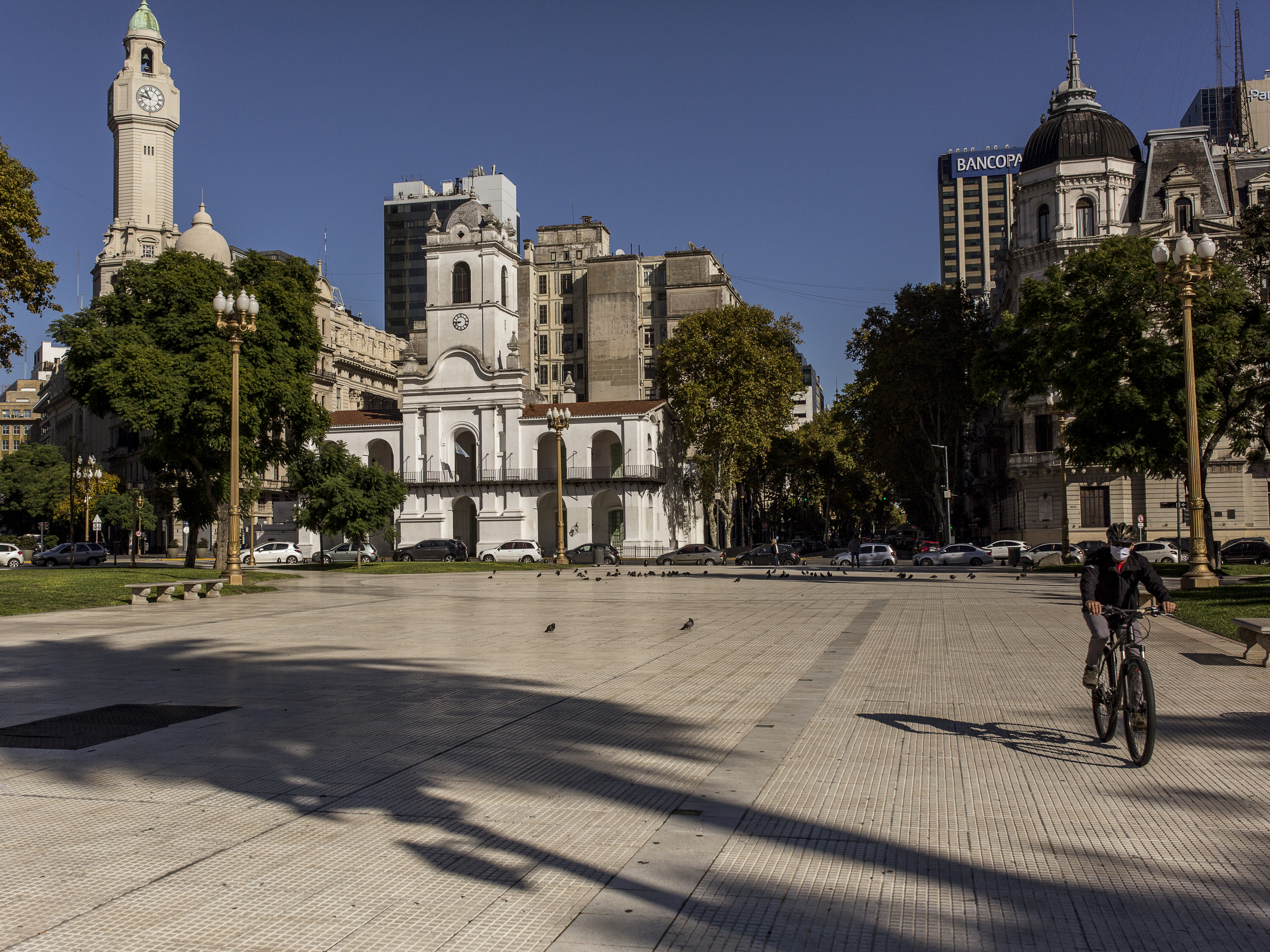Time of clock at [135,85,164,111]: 10:47
